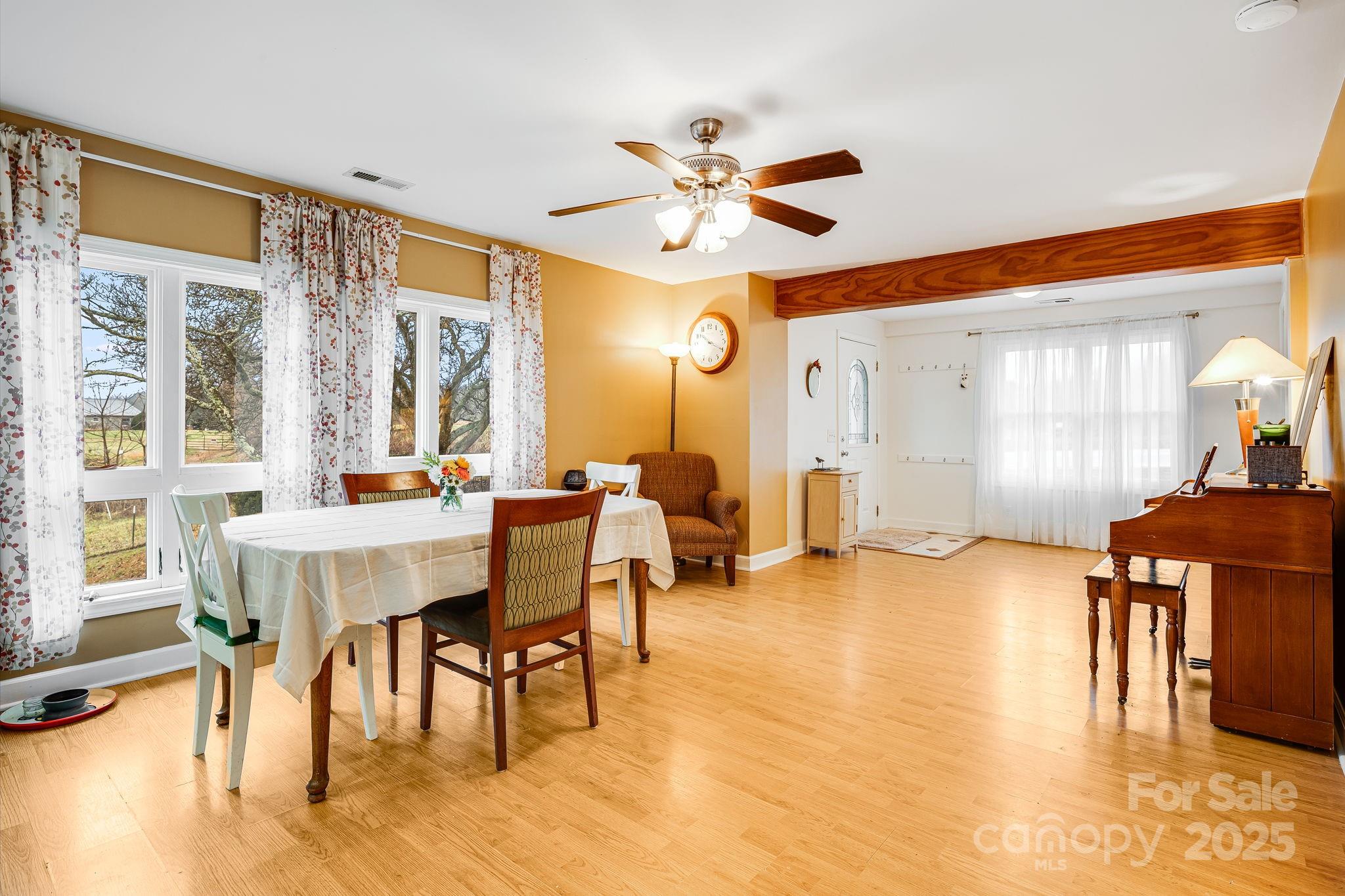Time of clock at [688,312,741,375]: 10:19
